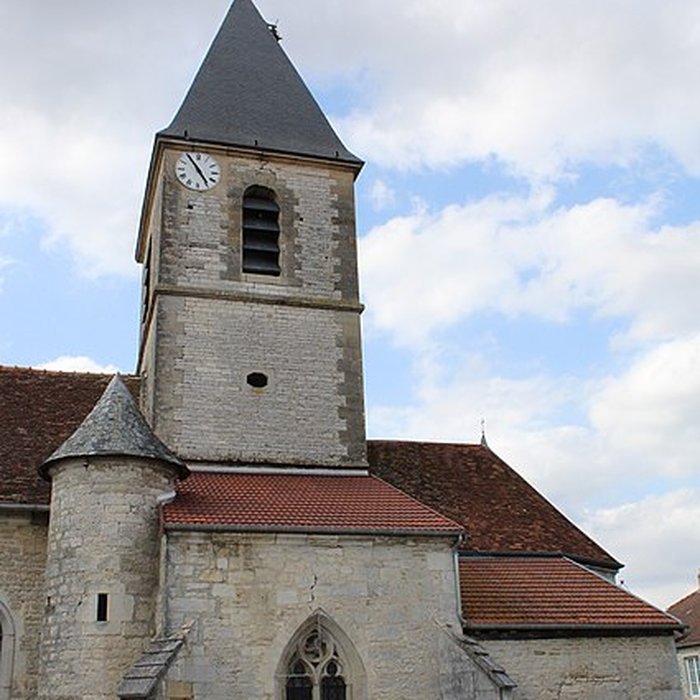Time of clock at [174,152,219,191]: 4:54
